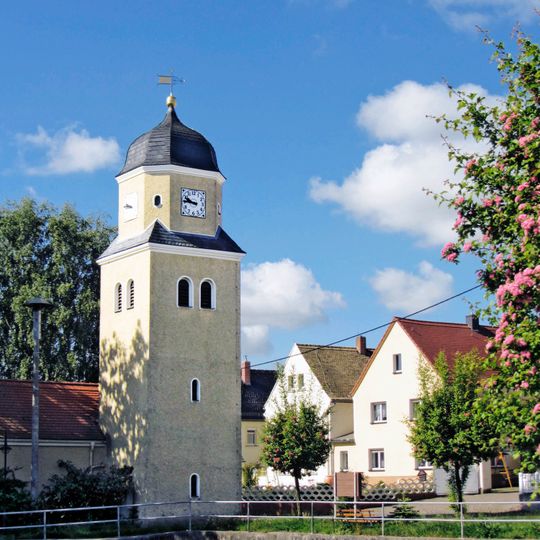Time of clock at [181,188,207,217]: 9:45
